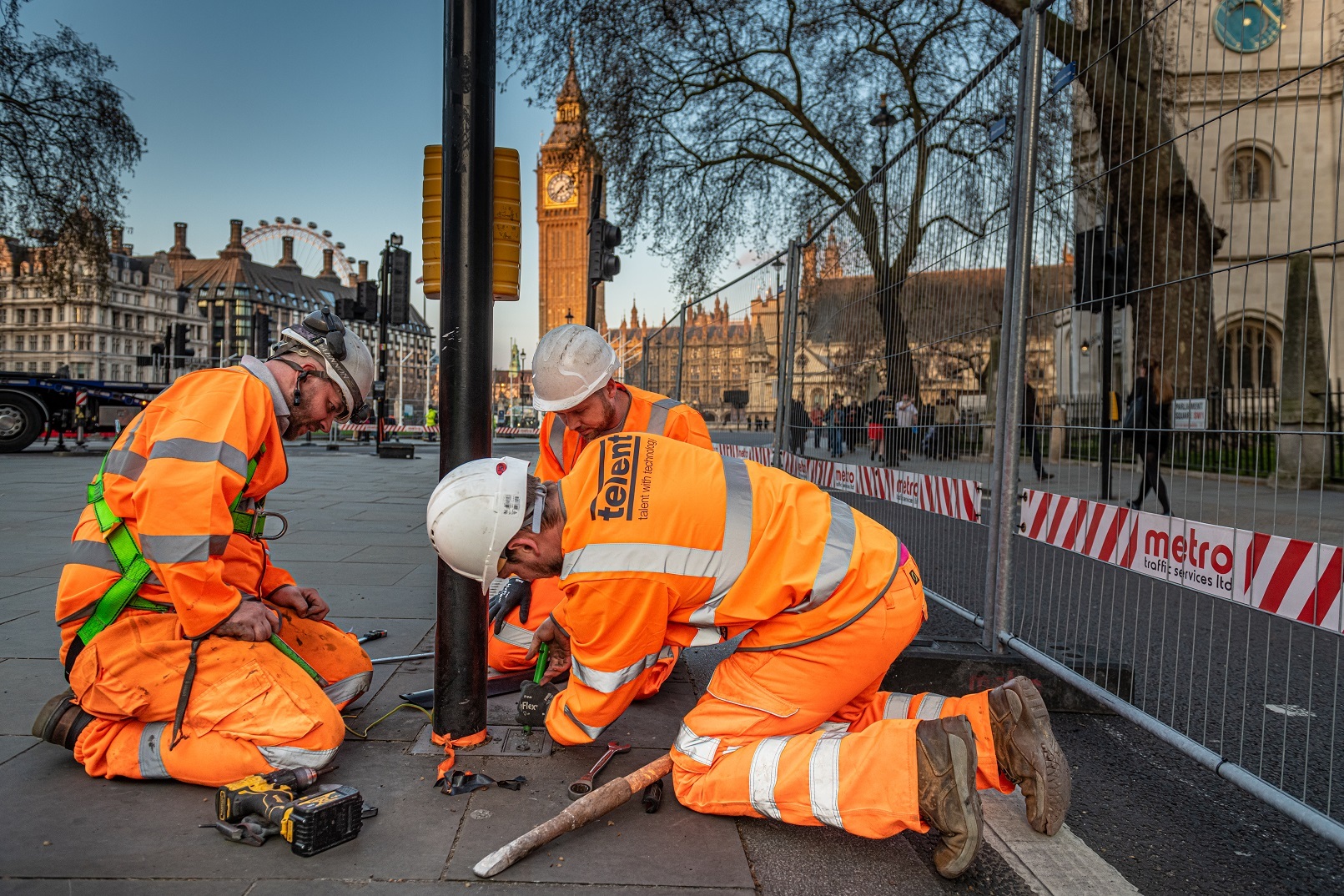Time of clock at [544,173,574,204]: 7:37
